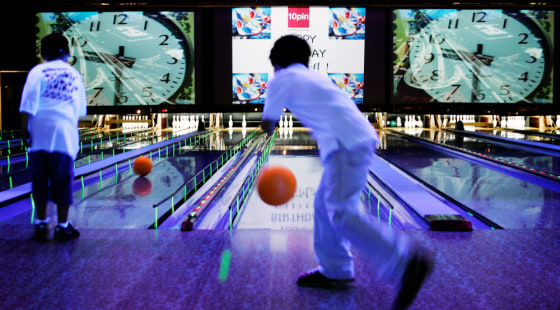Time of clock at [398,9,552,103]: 9:31
